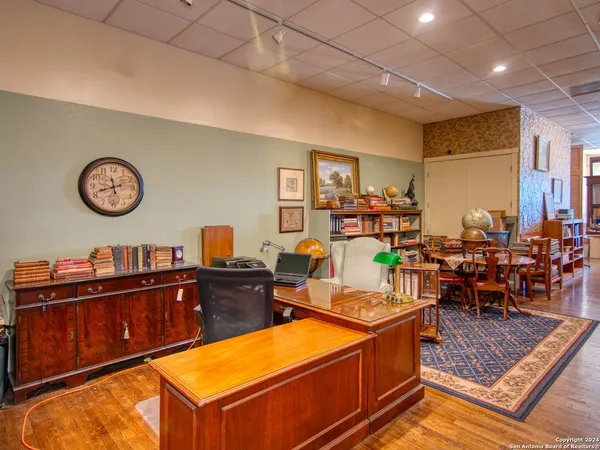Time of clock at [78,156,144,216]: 11:42
